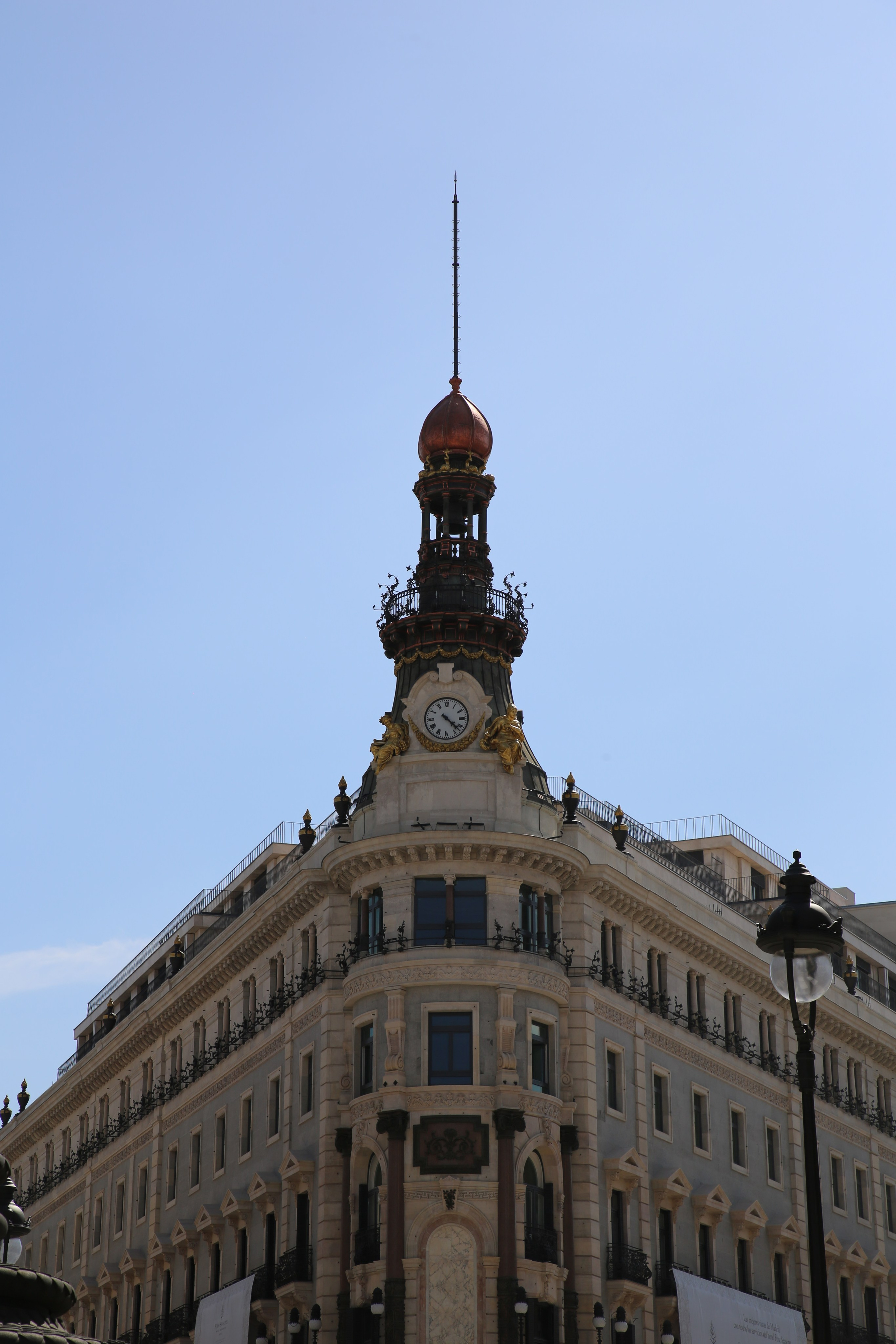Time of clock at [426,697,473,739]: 4:22
